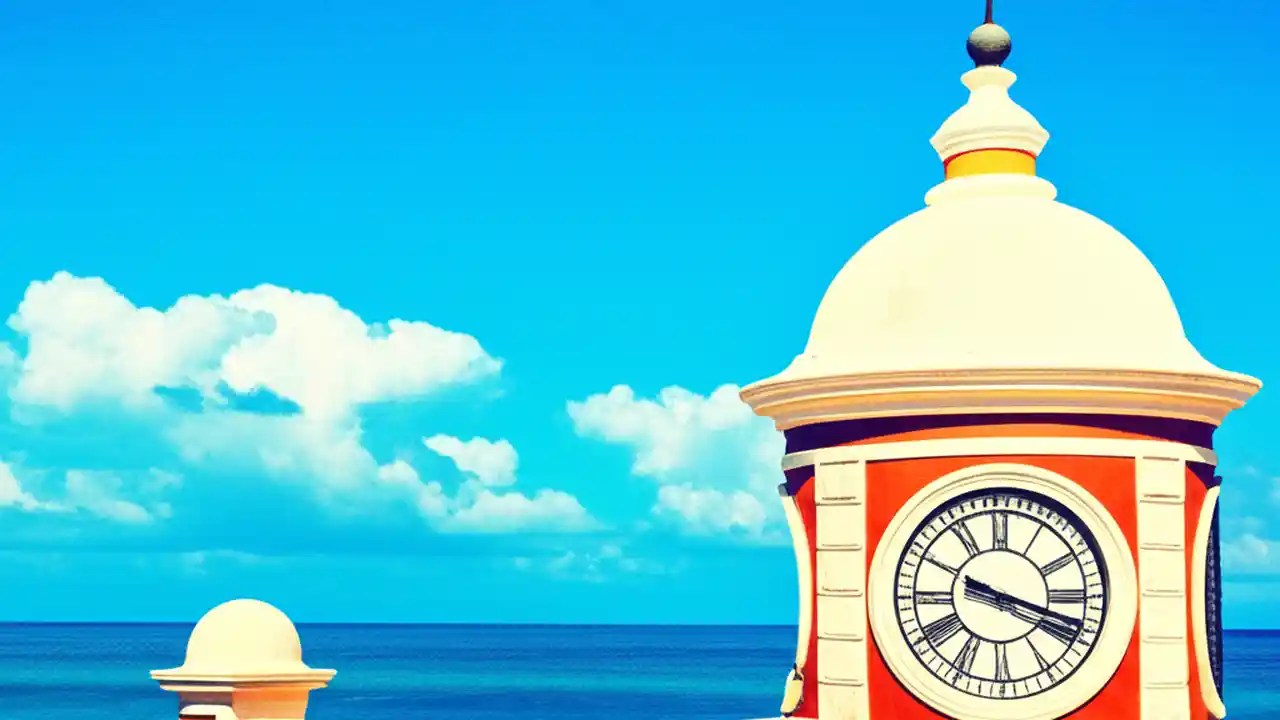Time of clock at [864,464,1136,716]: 3:18
